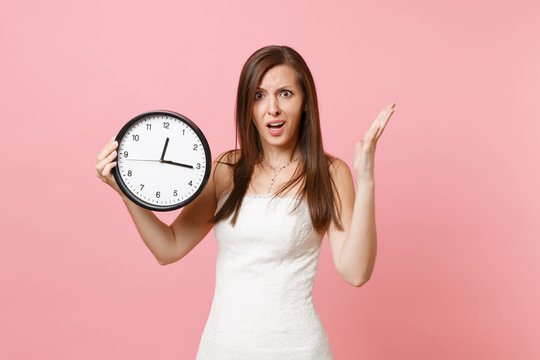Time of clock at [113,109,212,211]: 12:15
